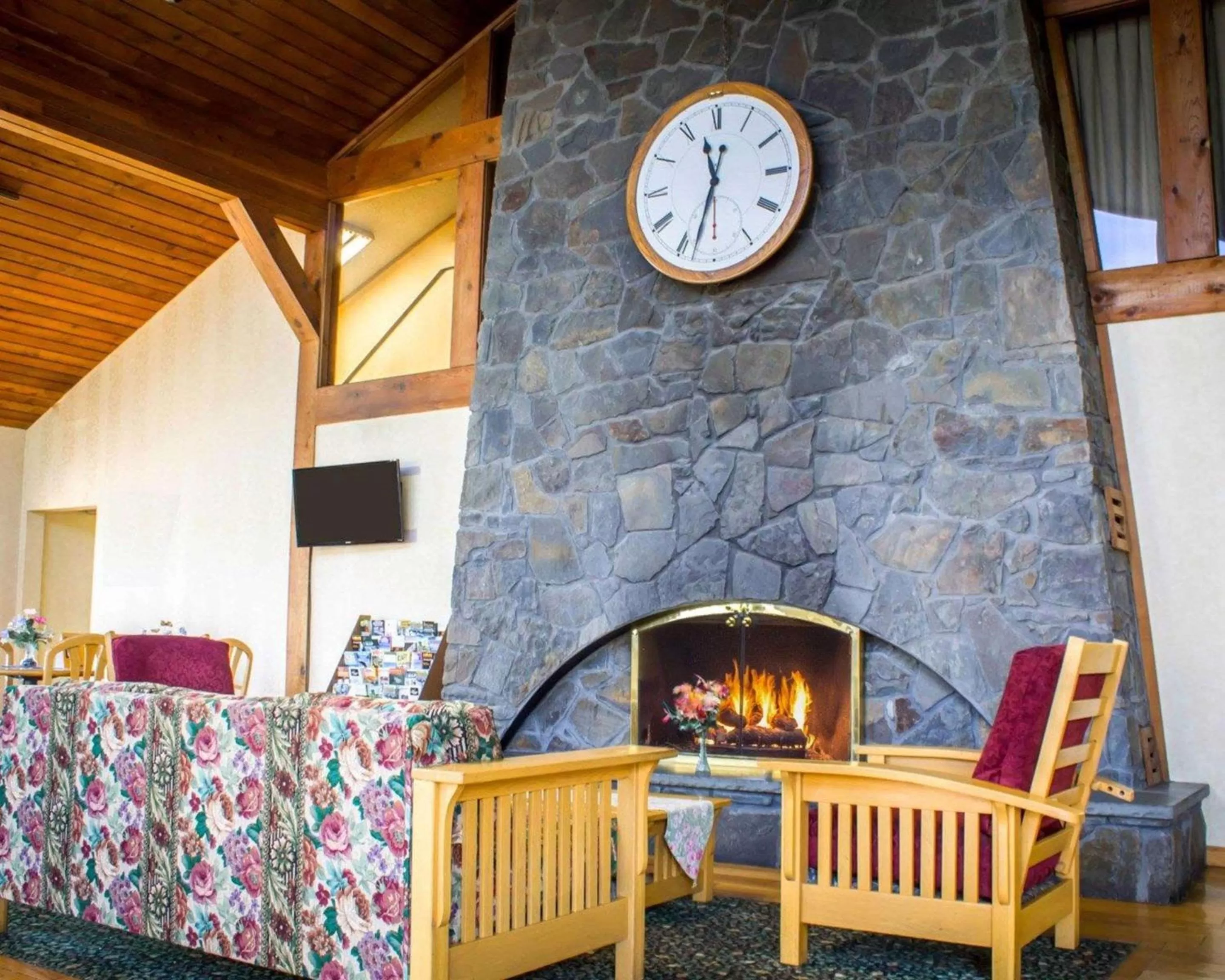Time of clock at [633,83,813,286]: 11:32
